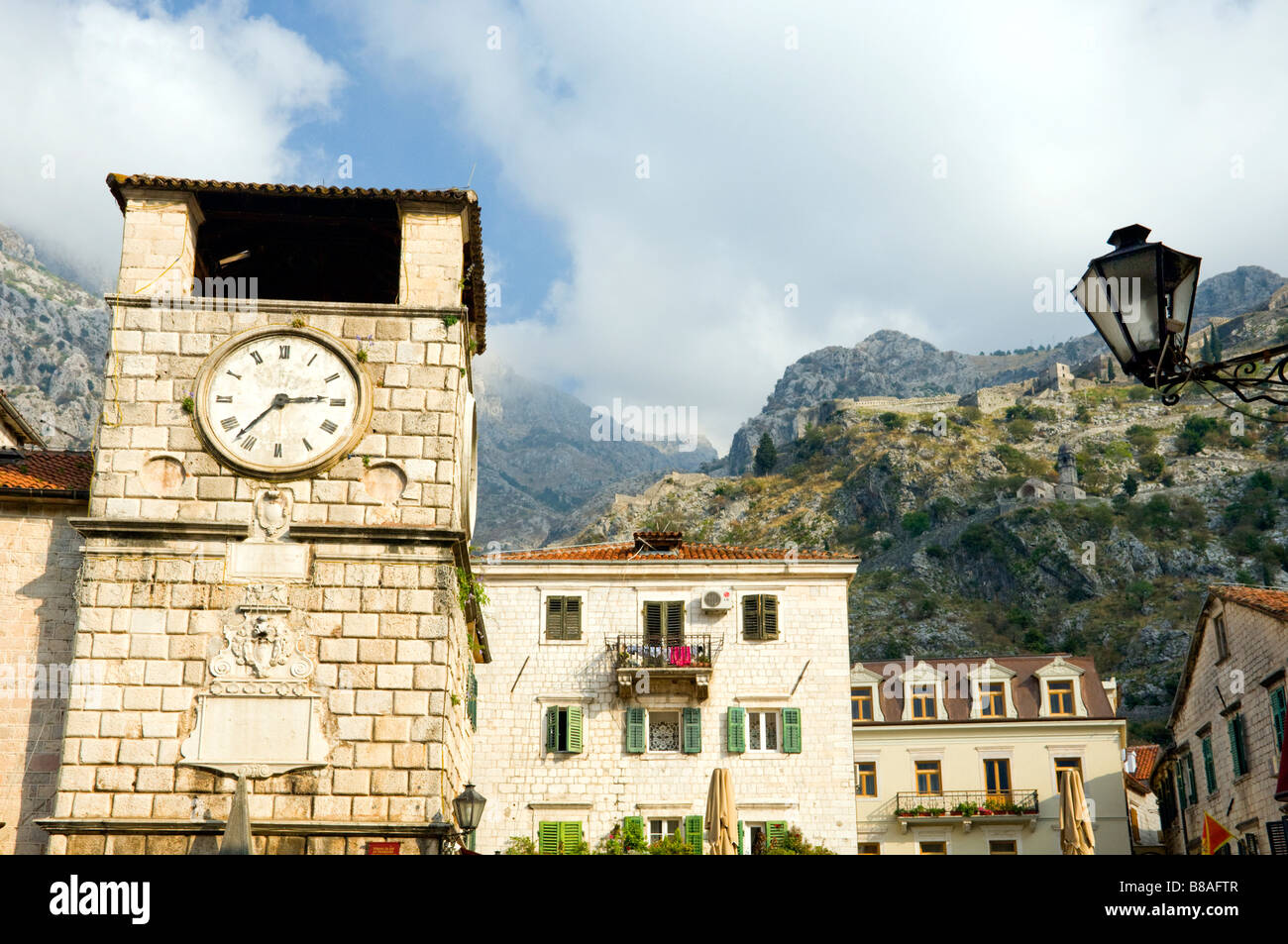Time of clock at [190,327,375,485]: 2:37
